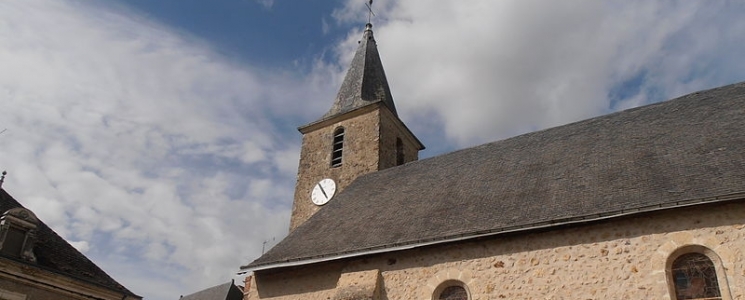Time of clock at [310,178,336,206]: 4:54
